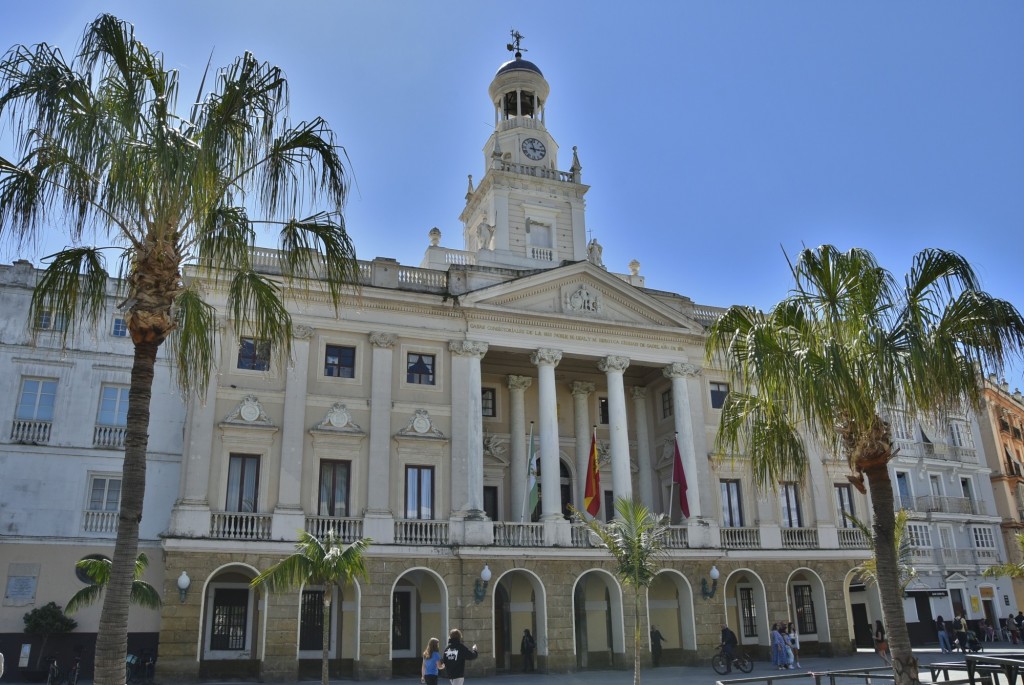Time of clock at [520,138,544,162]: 2:57
